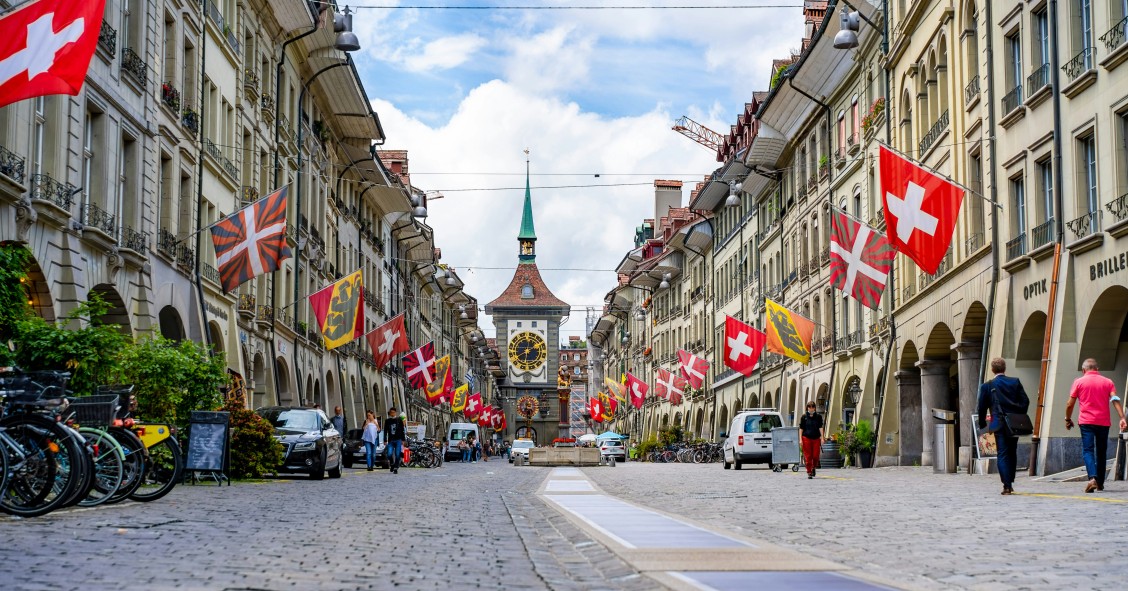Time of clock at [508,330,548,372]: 6:10
